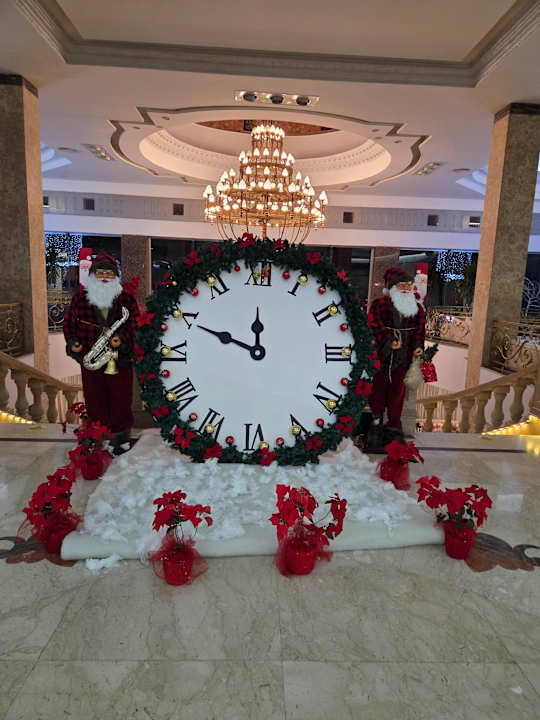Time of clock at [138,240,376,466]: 11:49
